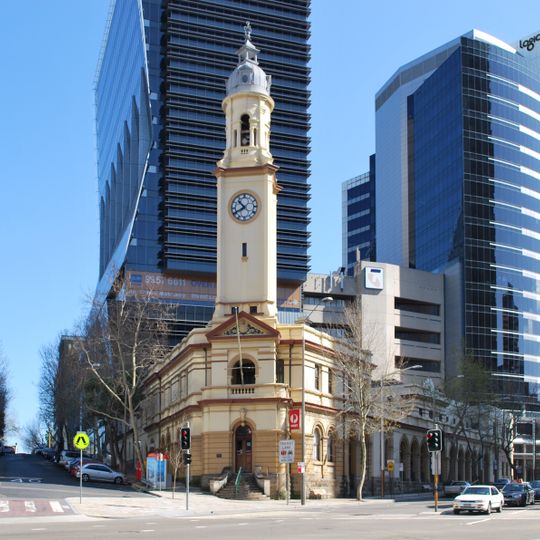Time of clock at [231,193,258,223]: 10:40
